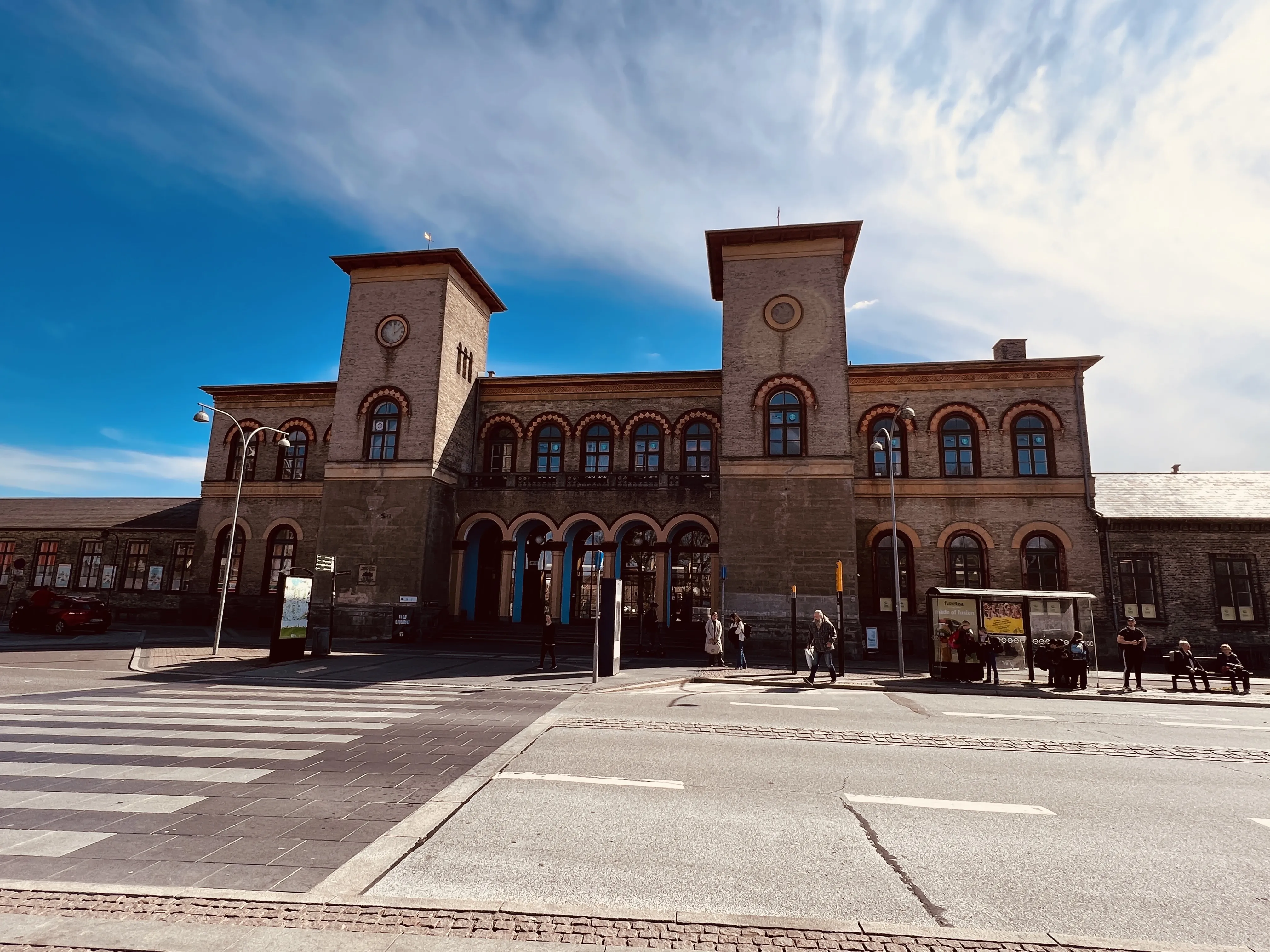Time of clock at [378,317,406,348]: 1:59
